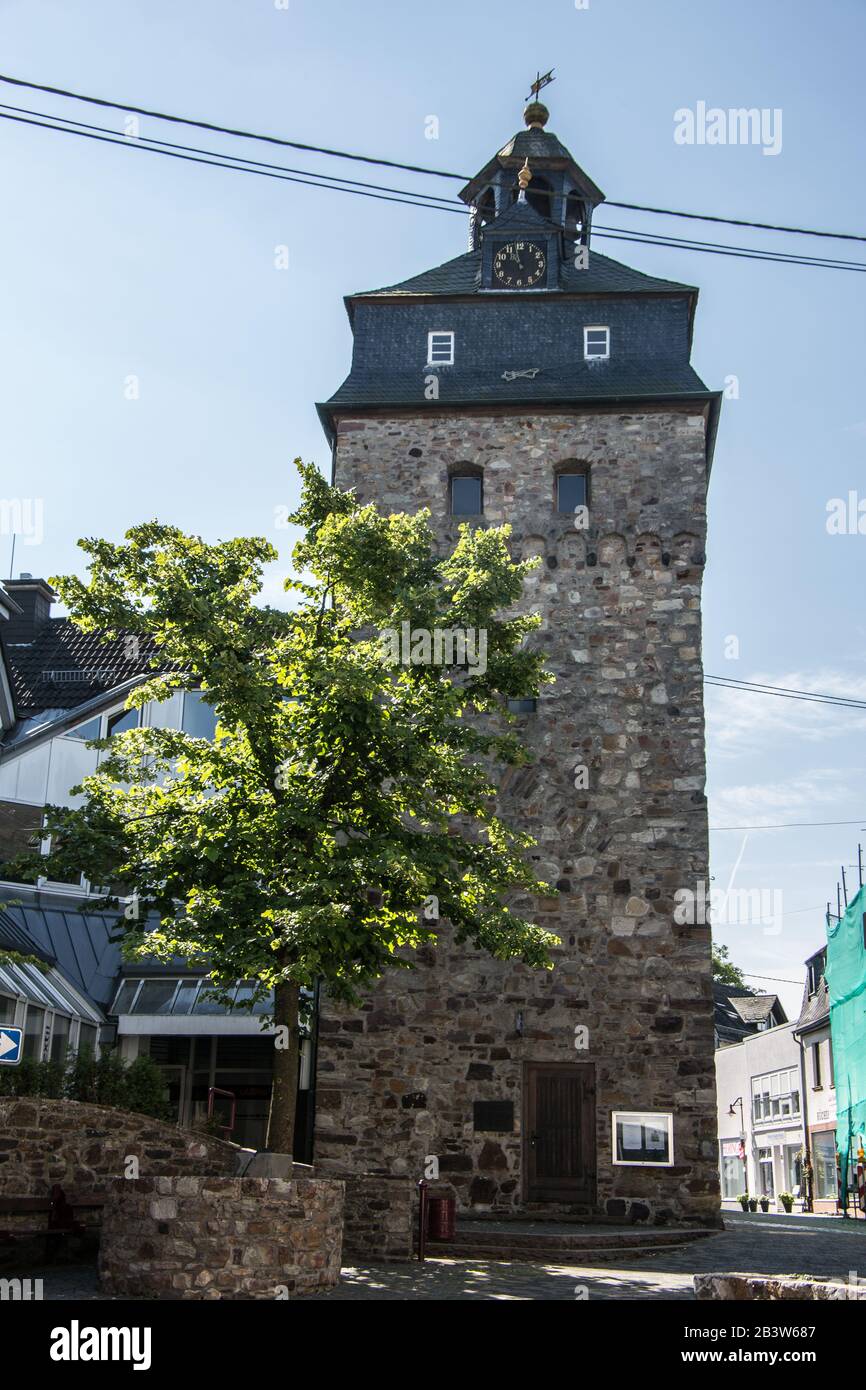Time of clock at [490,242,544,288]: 10:57
